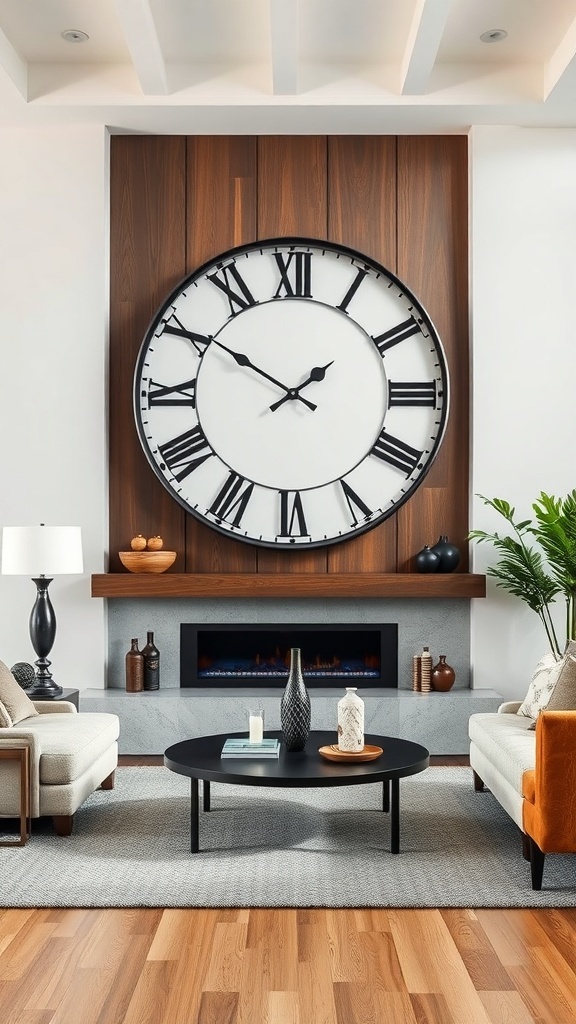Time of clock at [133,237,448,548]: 1:50
